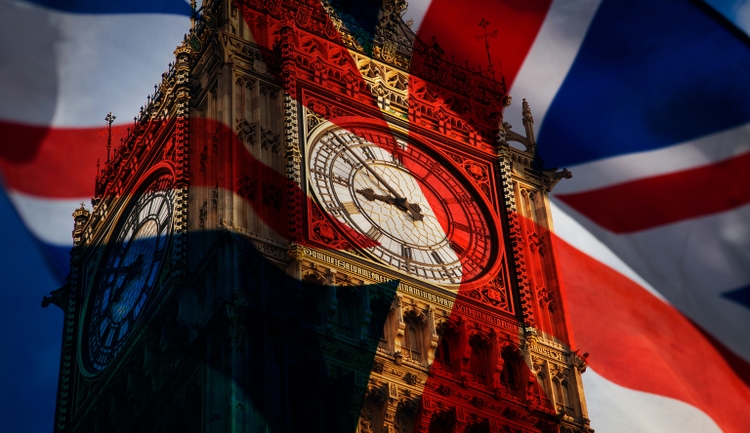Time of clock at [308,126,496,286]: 8:52
